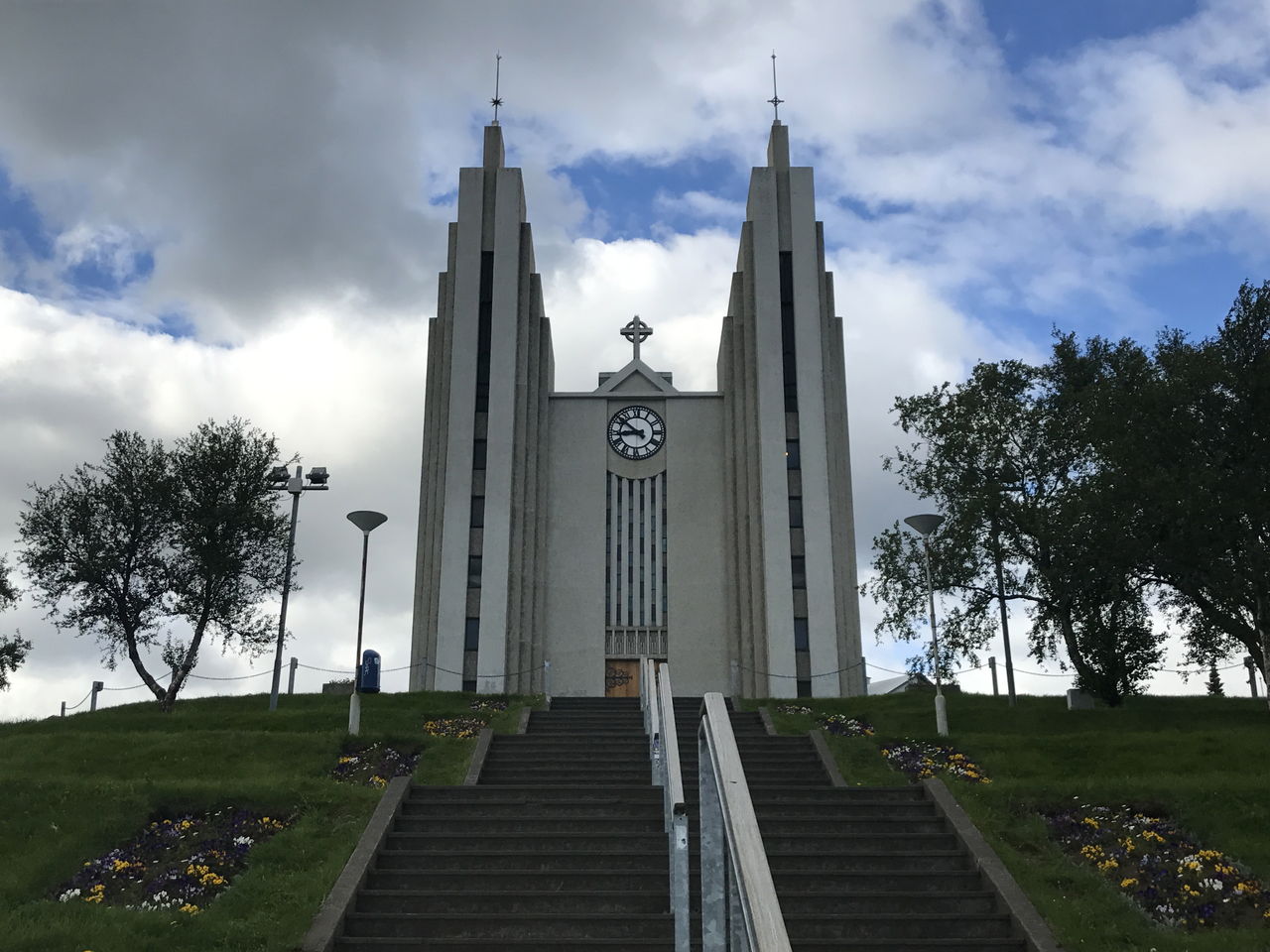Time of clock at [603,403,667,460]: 8:51
